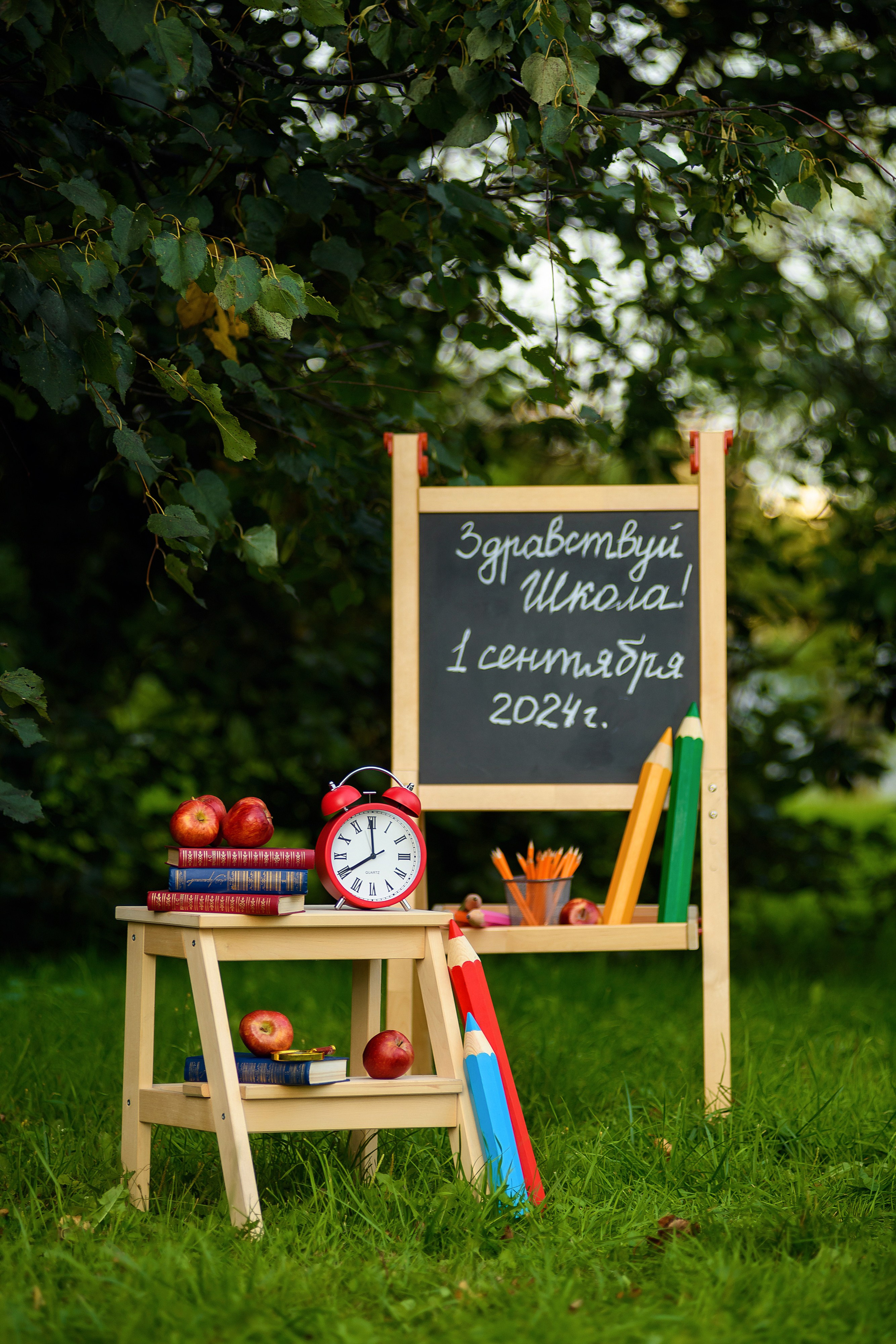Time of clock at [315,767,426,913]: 7:59
